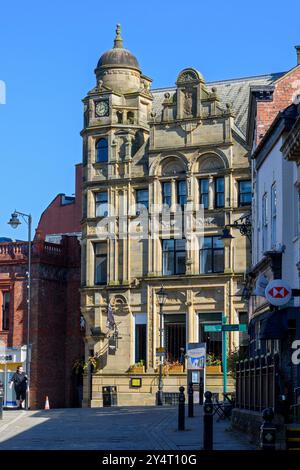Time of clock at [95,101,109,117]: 8:12
